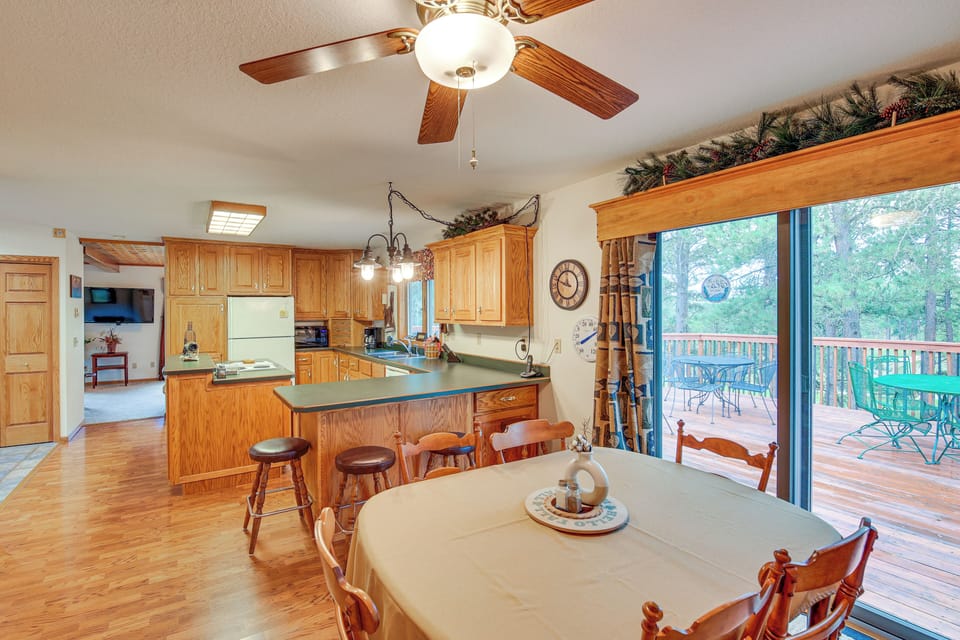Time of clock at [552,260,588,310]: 11:48
